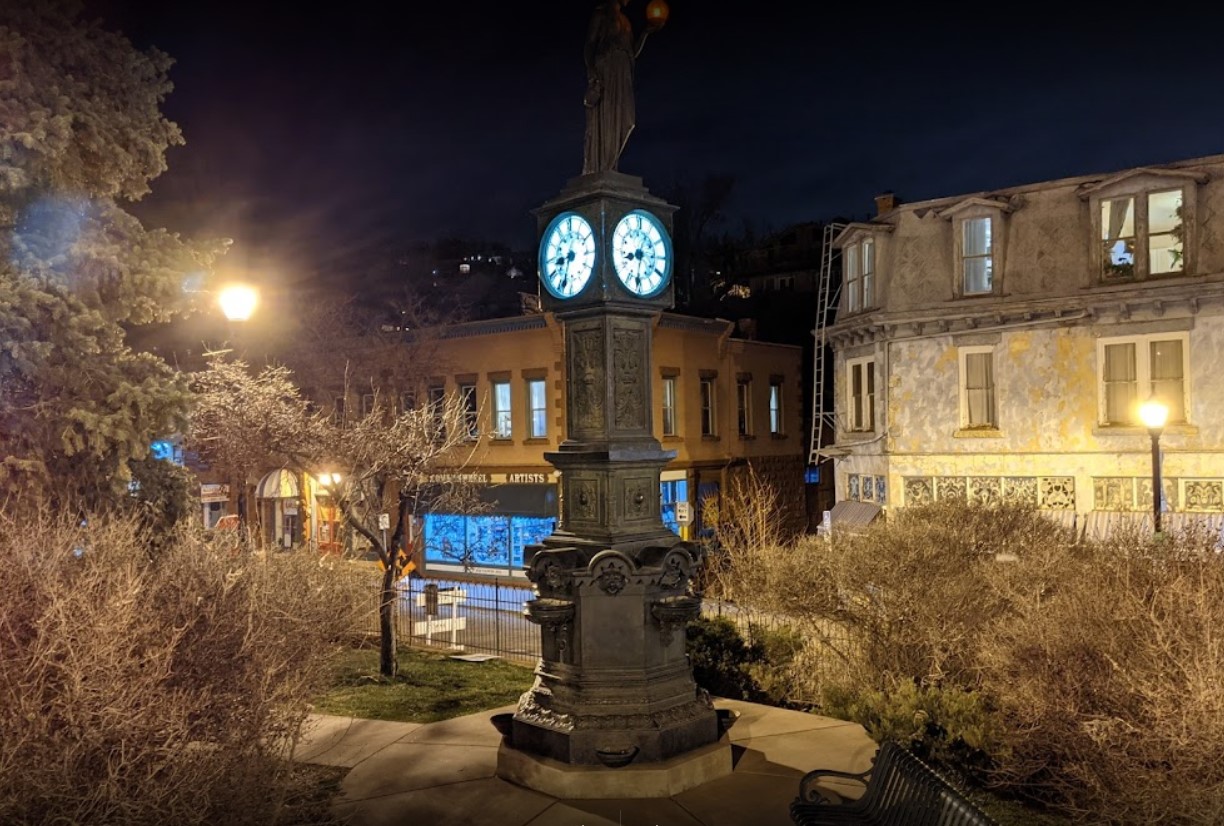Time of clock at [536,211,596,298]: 8:33
